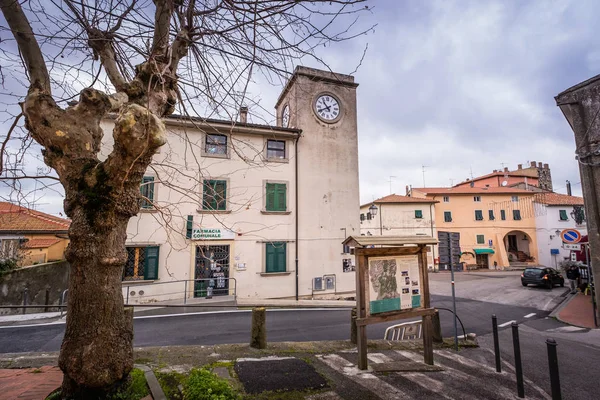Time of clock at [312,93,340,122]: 10:40
